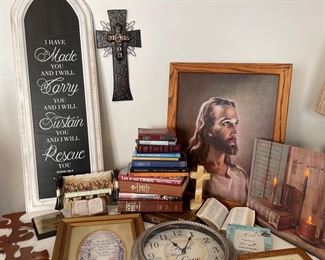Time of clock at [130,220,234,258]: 11:05
